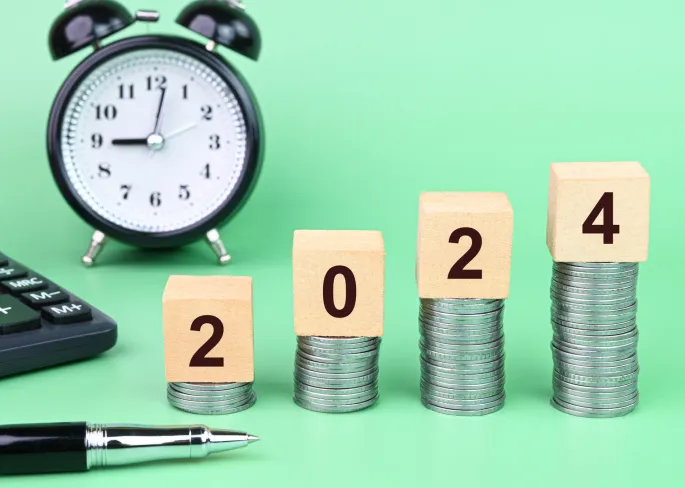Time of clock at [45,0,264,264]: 9:01
